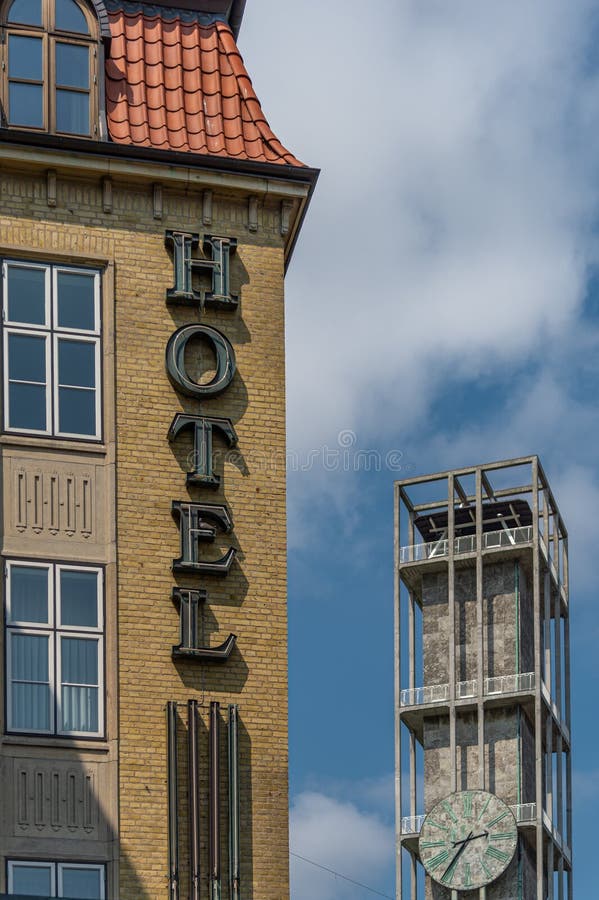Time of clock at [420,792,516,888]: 2:36
